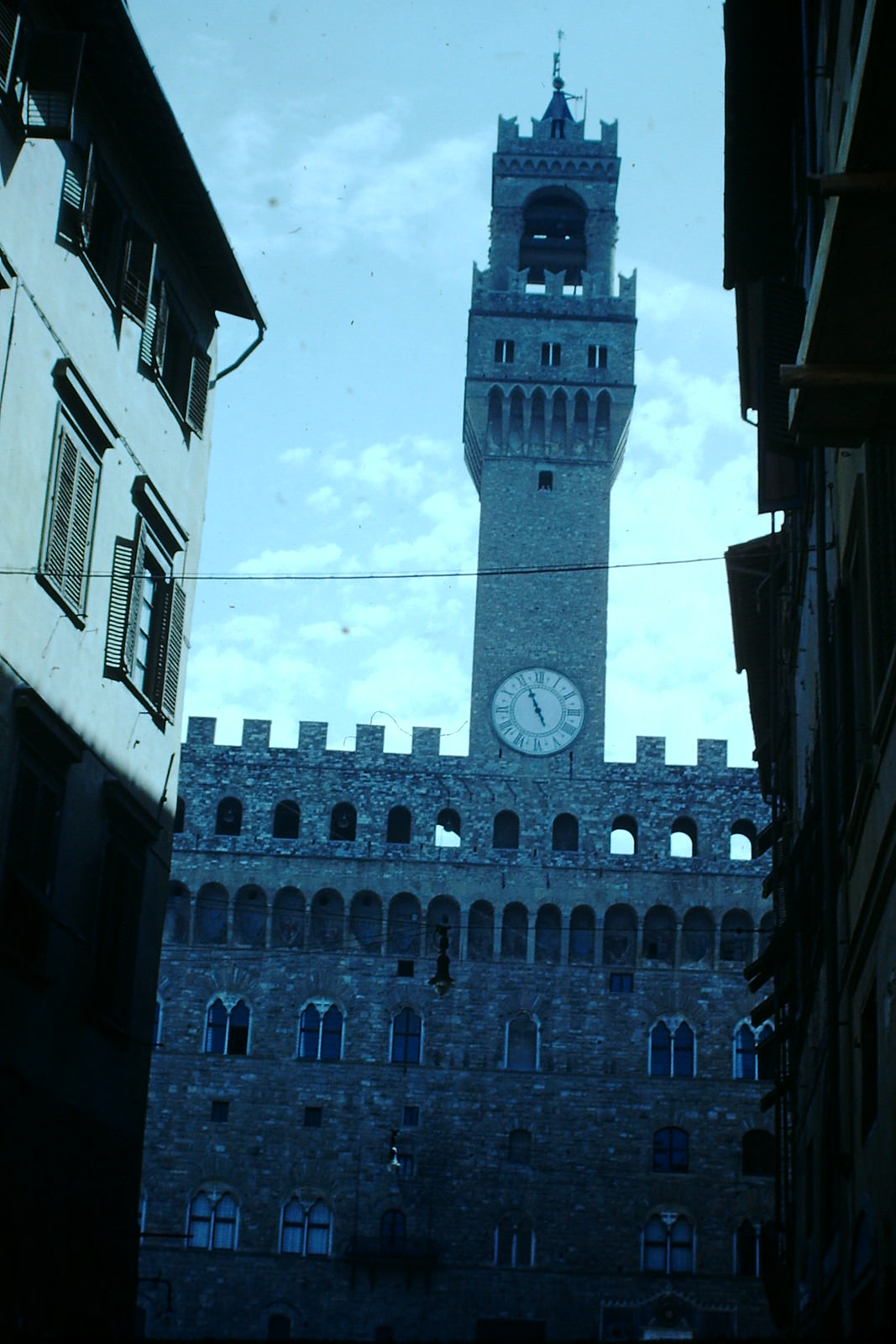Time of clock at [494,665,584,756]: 4:56
